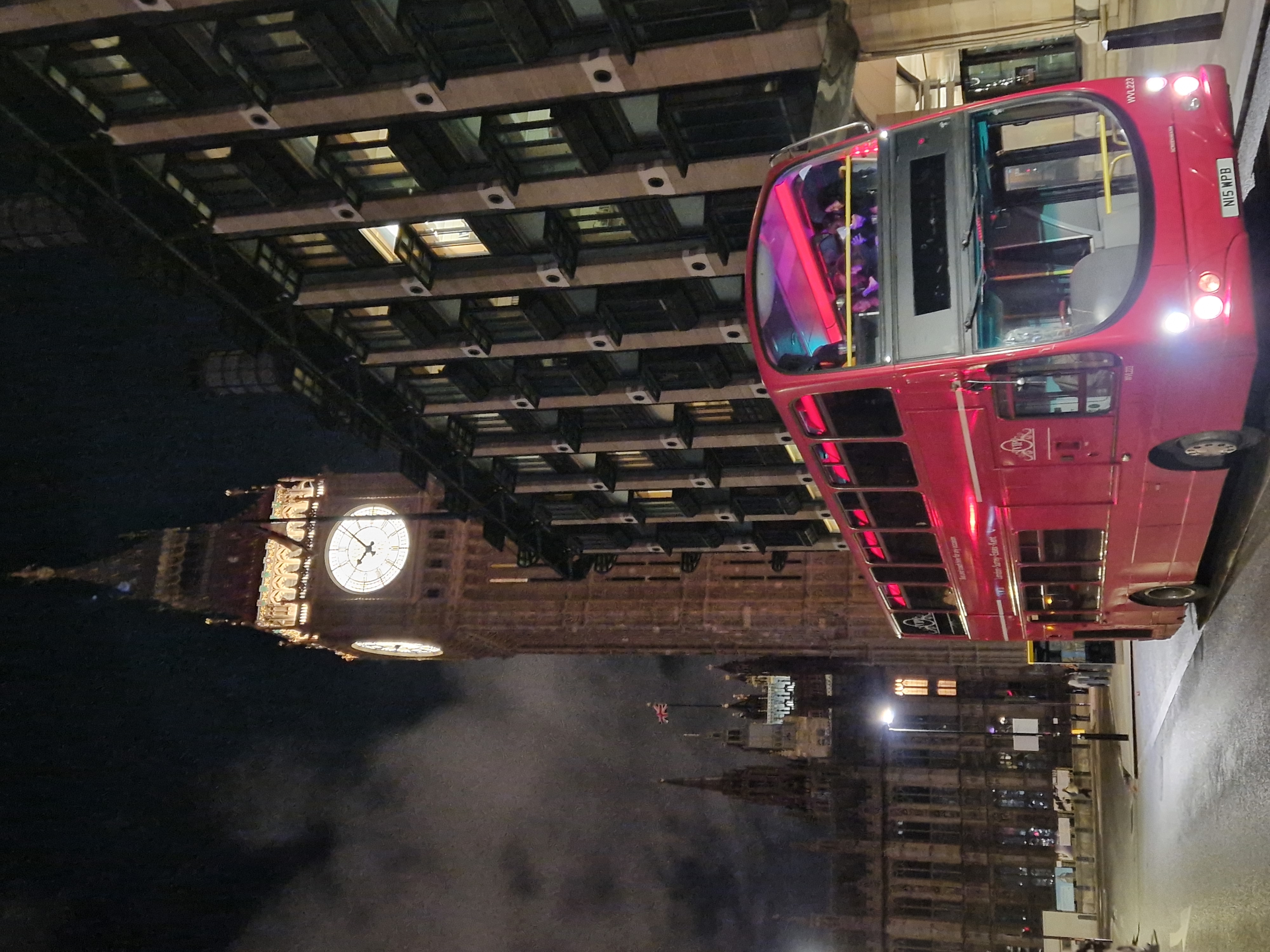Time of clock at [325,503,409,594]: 6:51
